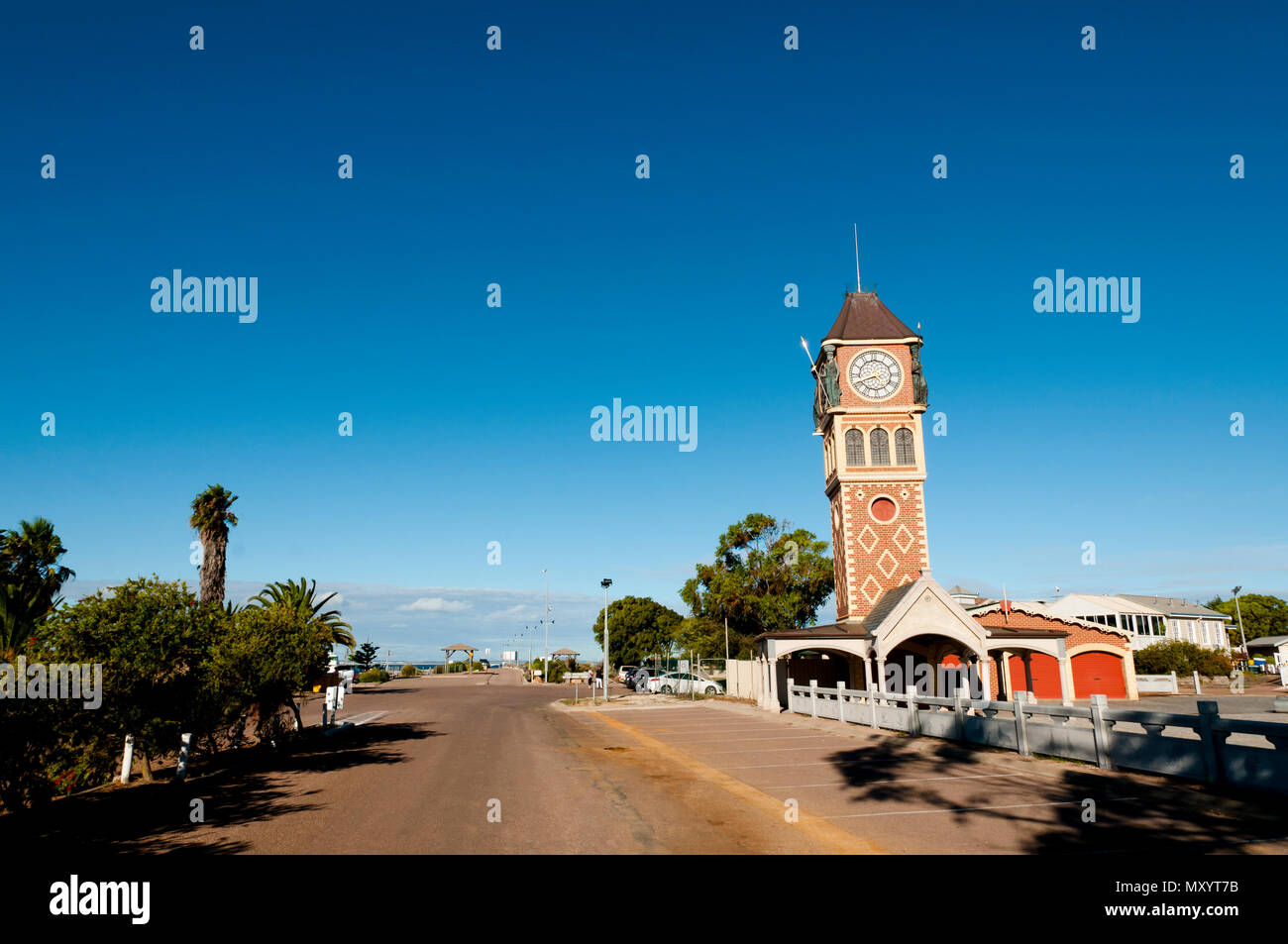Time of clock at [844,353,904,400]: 4:41
